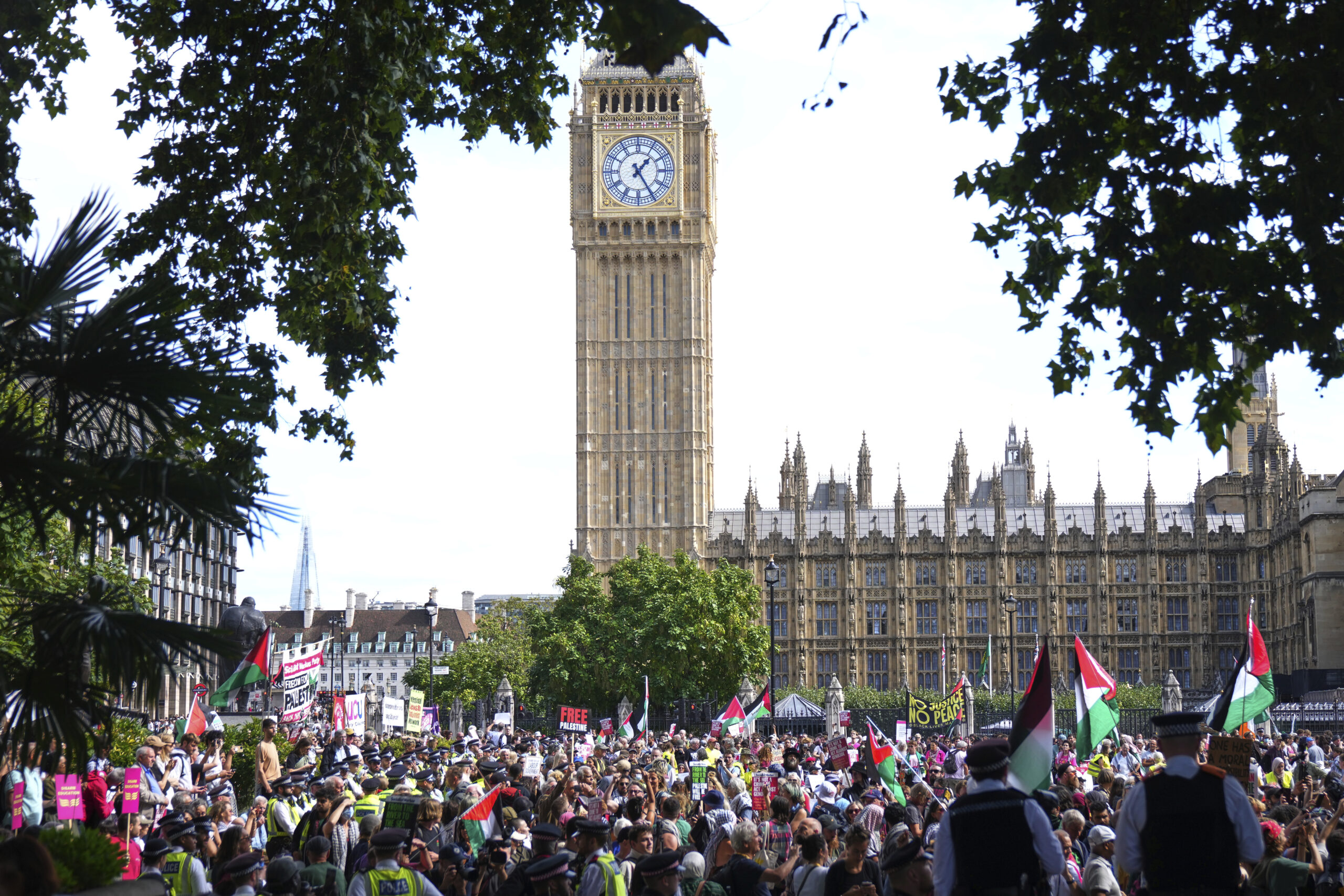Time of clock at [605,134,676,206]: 1:24
